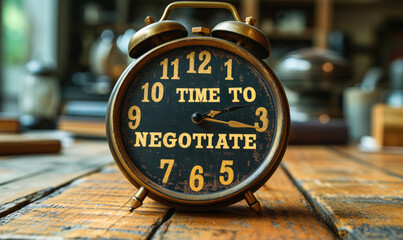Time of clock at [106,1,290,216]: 2:16
